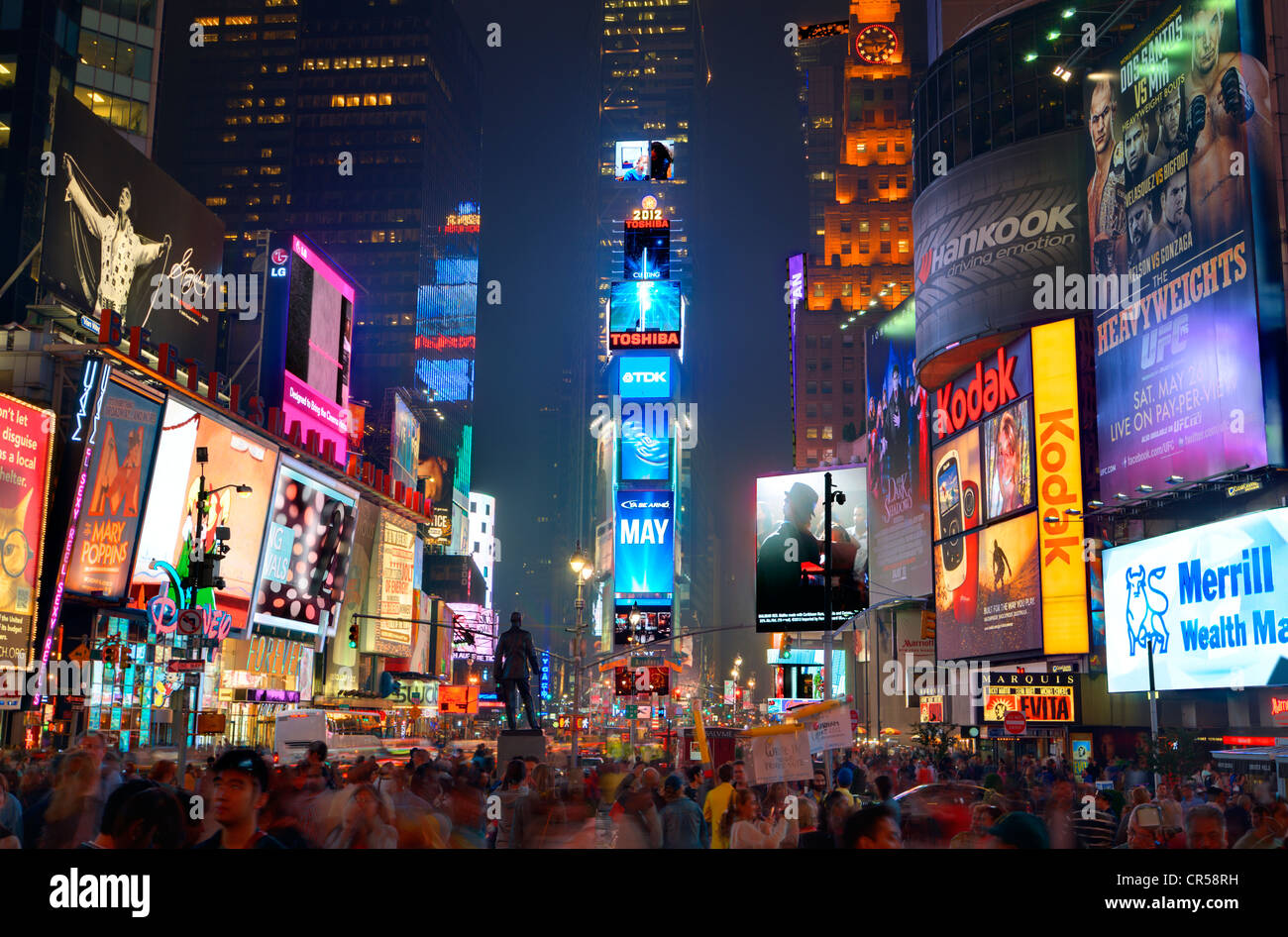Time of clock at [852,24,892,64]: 2:52
